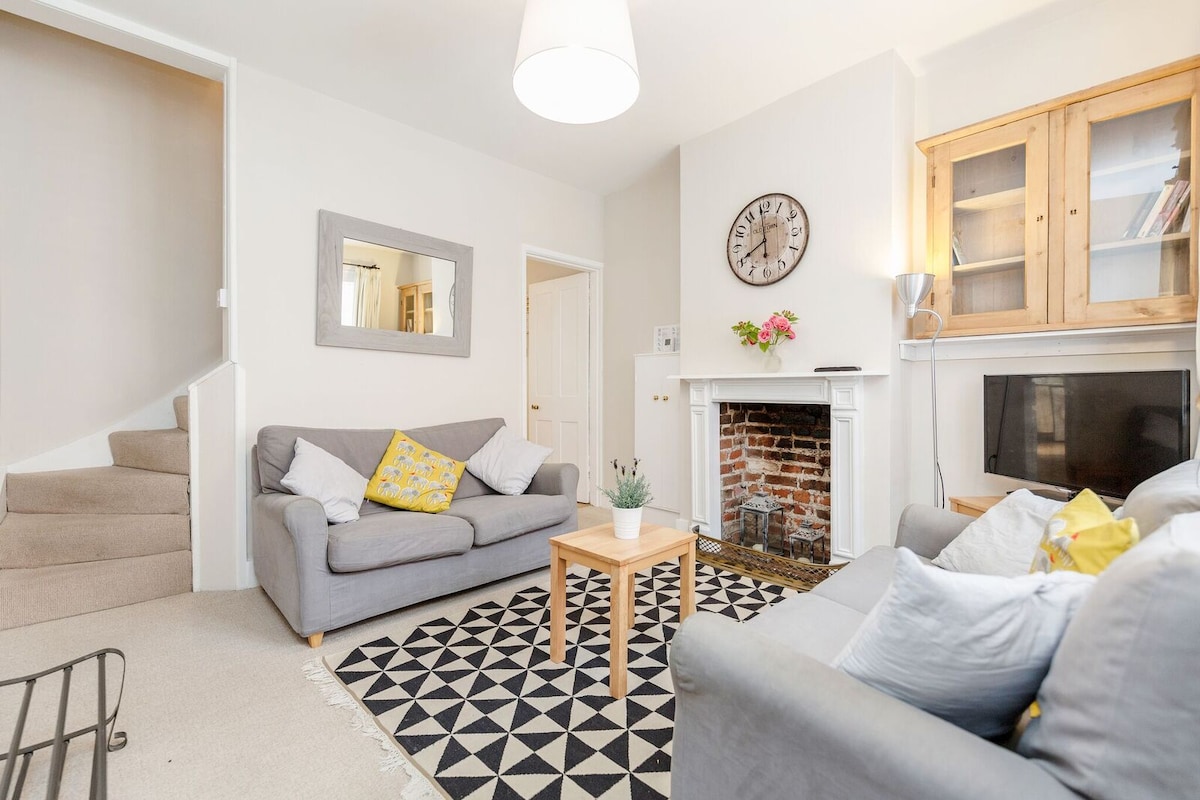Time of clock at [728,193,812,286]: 7:59
